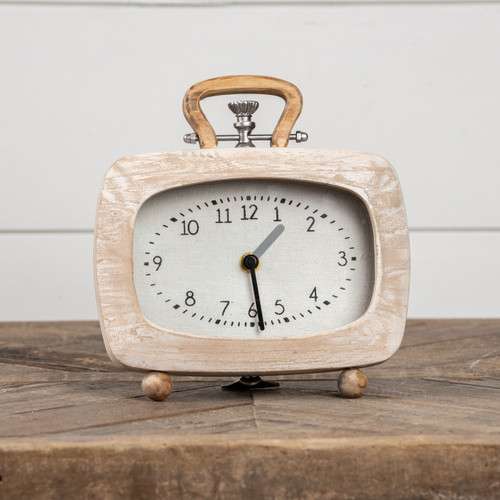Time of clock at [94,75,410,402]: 1:28
